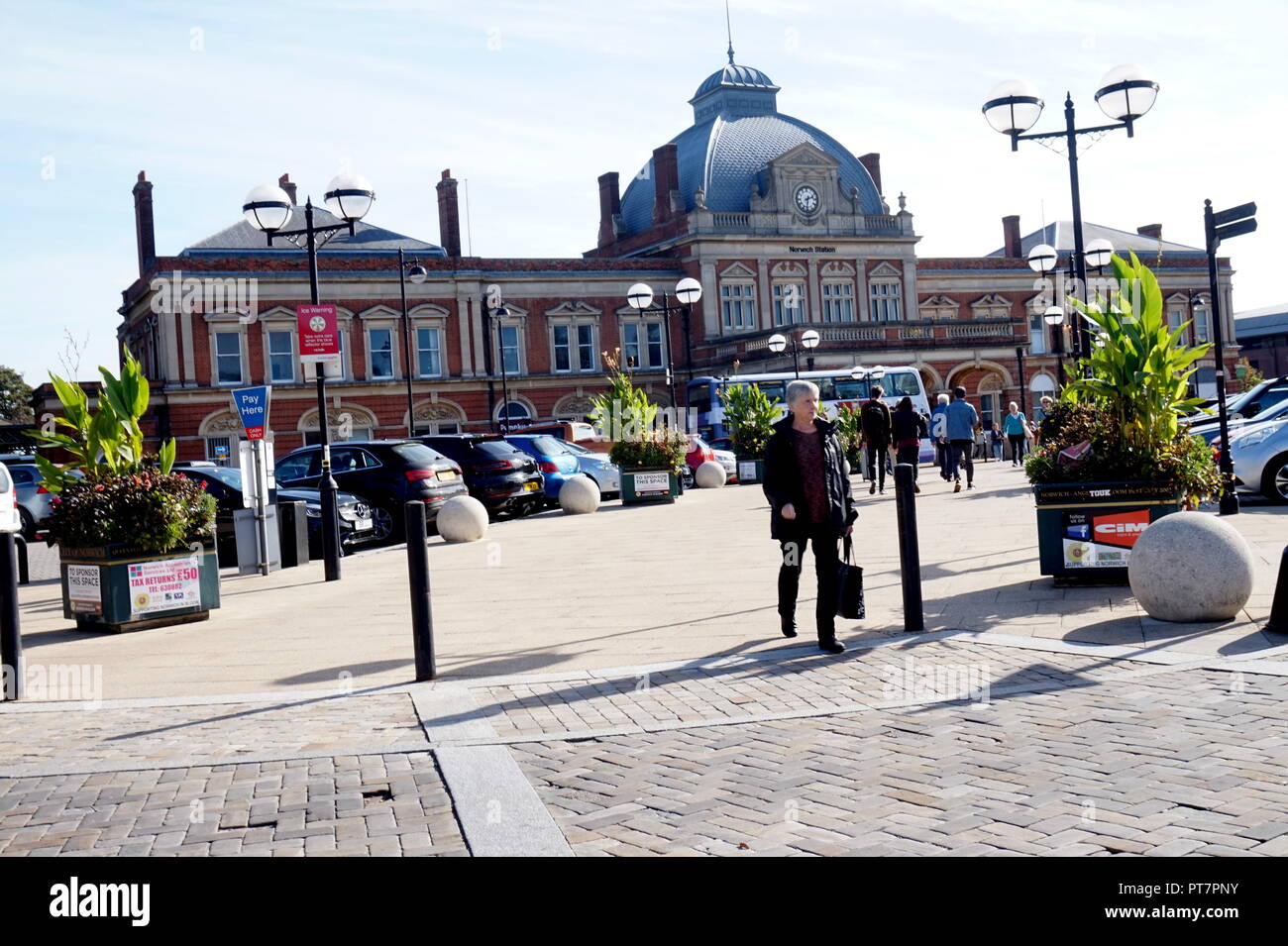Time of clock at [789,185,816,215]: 2:31
